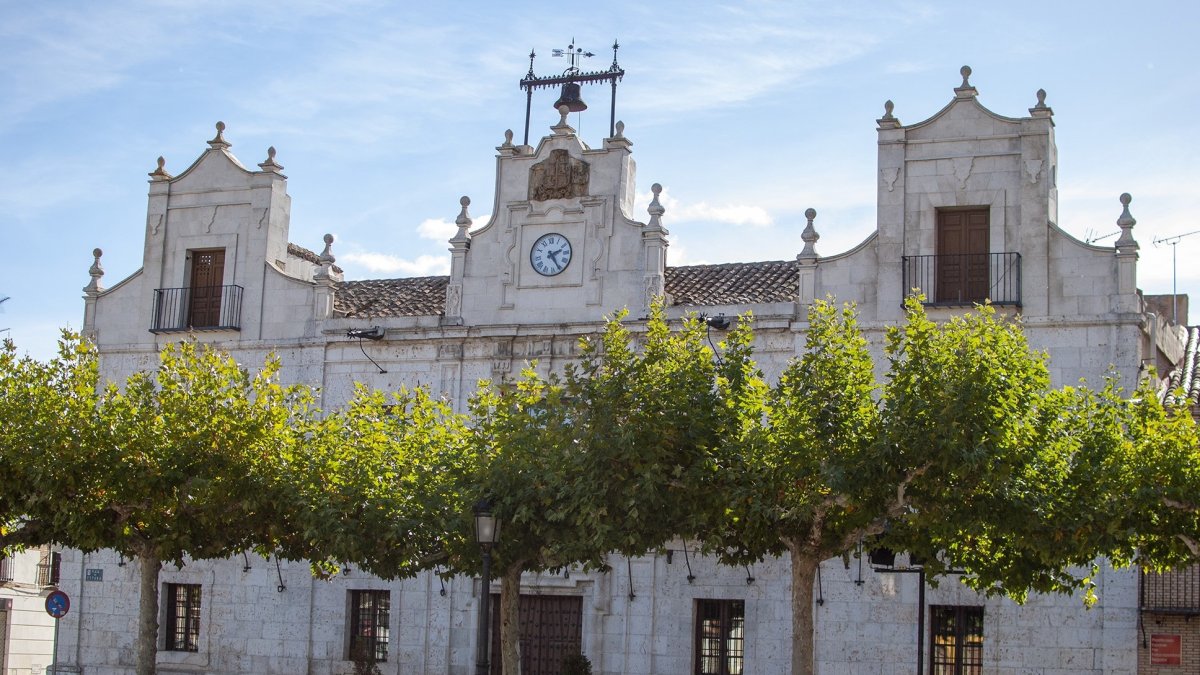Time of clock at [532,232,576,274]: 2:25
